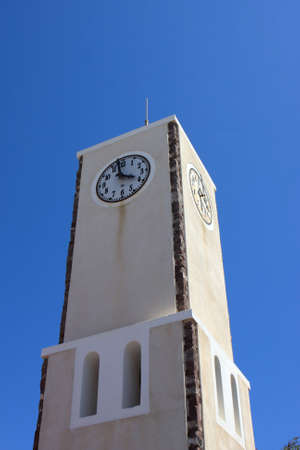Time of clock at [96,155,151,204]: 3:58
